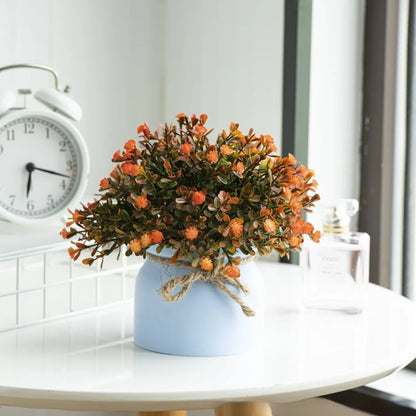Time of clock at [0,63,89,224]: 6:17
